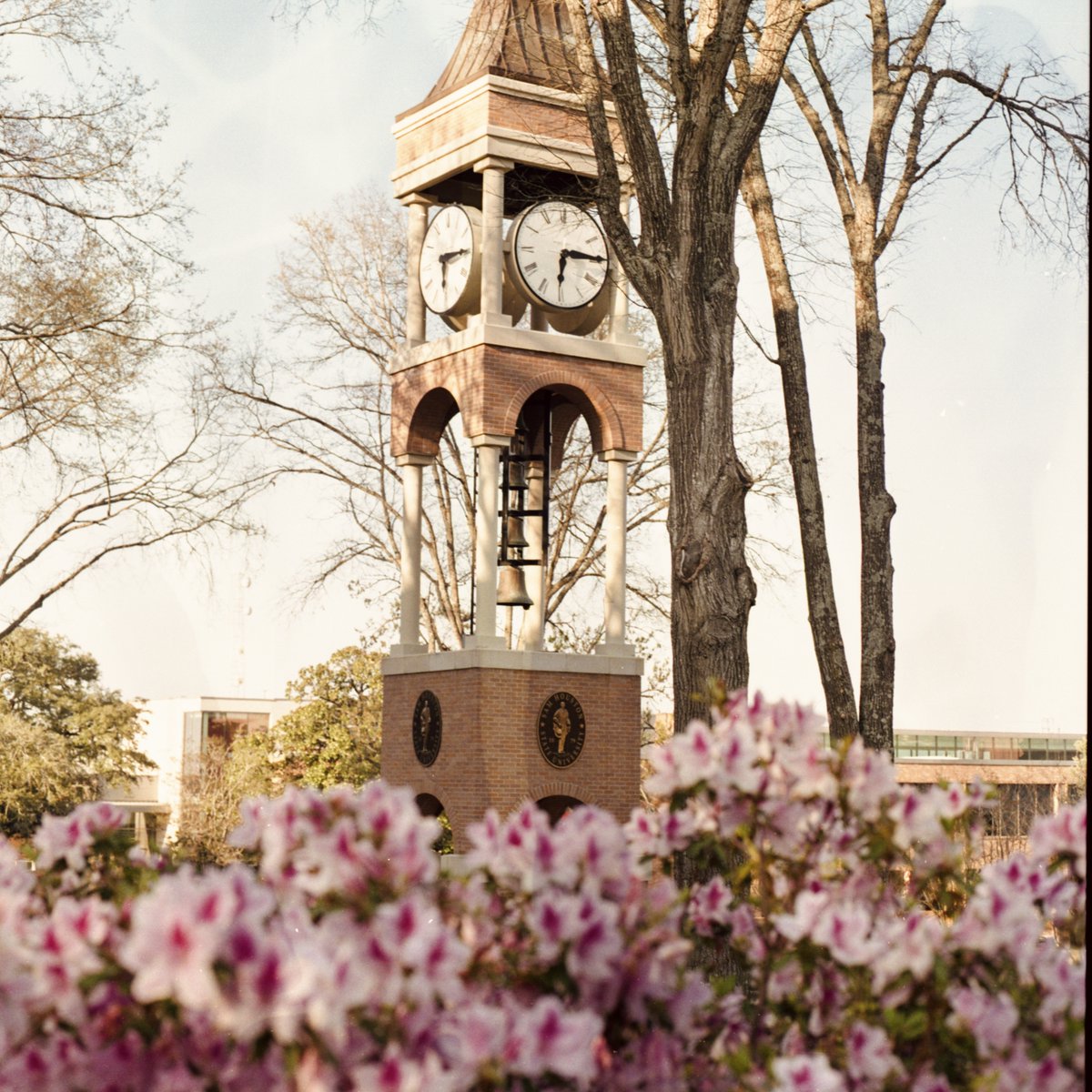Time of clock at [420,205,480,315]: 6:15
